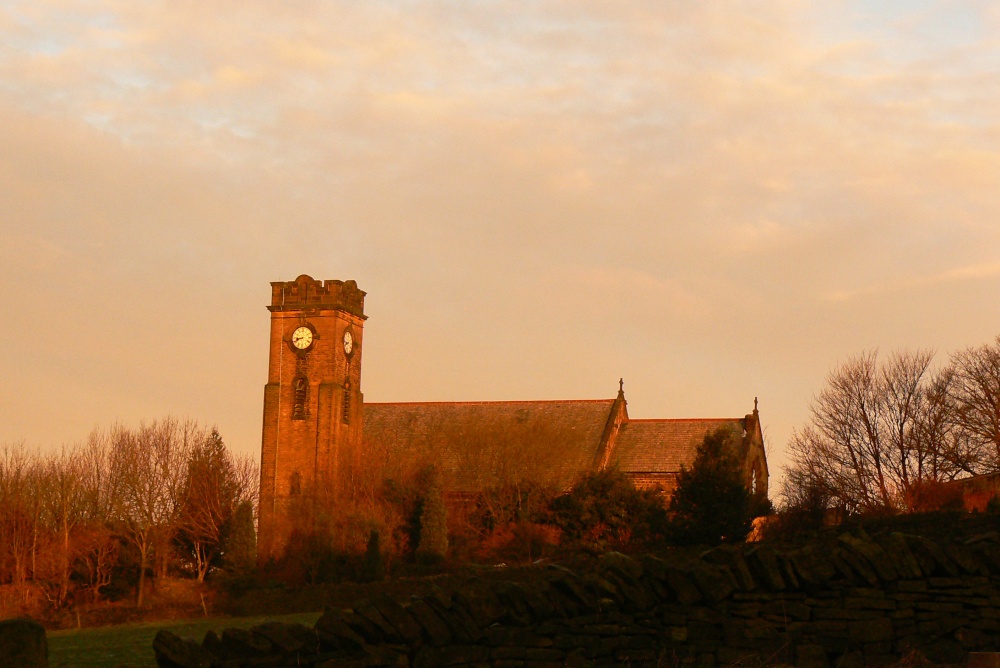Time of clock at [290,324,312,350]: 8:41
